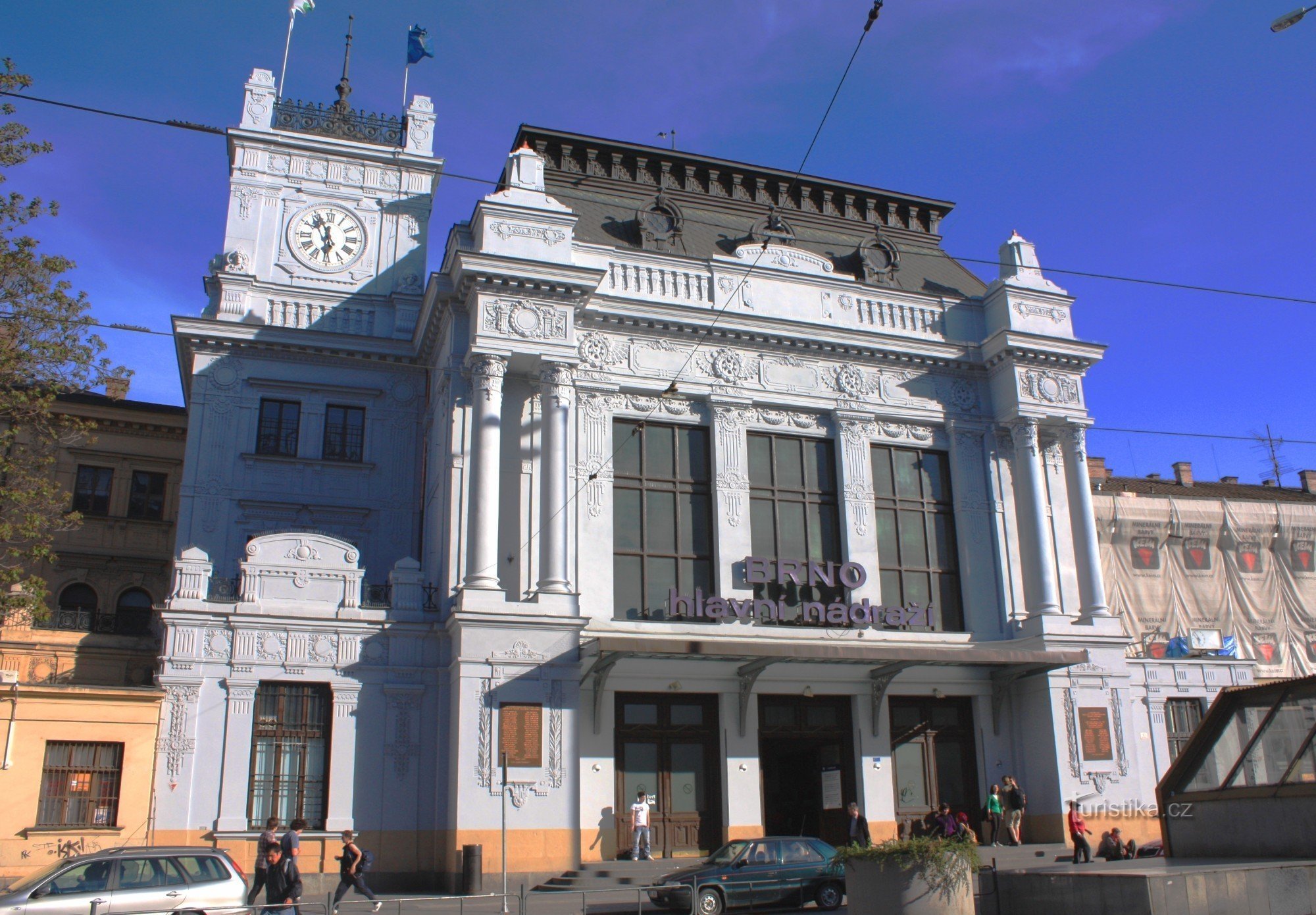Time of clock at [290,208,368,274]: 5:54
